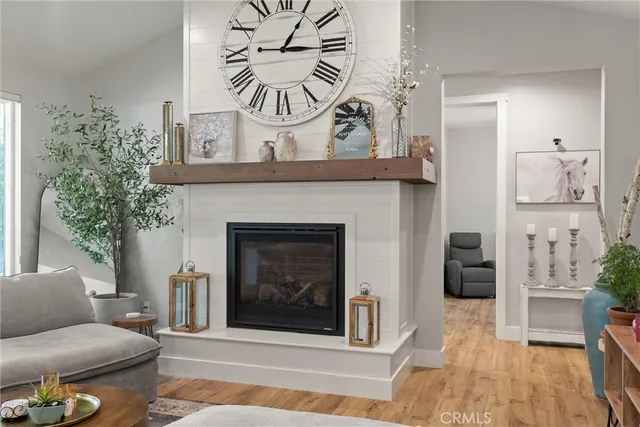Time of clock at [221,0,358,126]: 3:05
